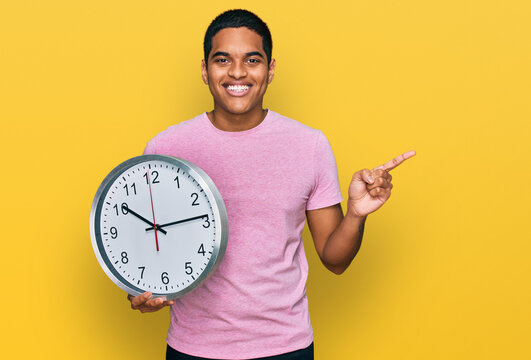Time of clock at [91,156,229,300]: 10:13
